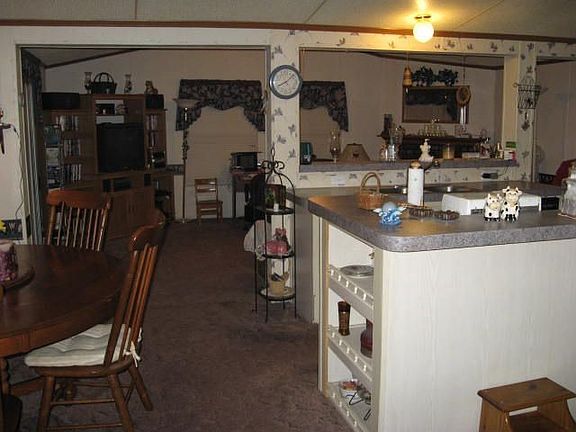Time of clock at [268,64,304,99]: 8:07
